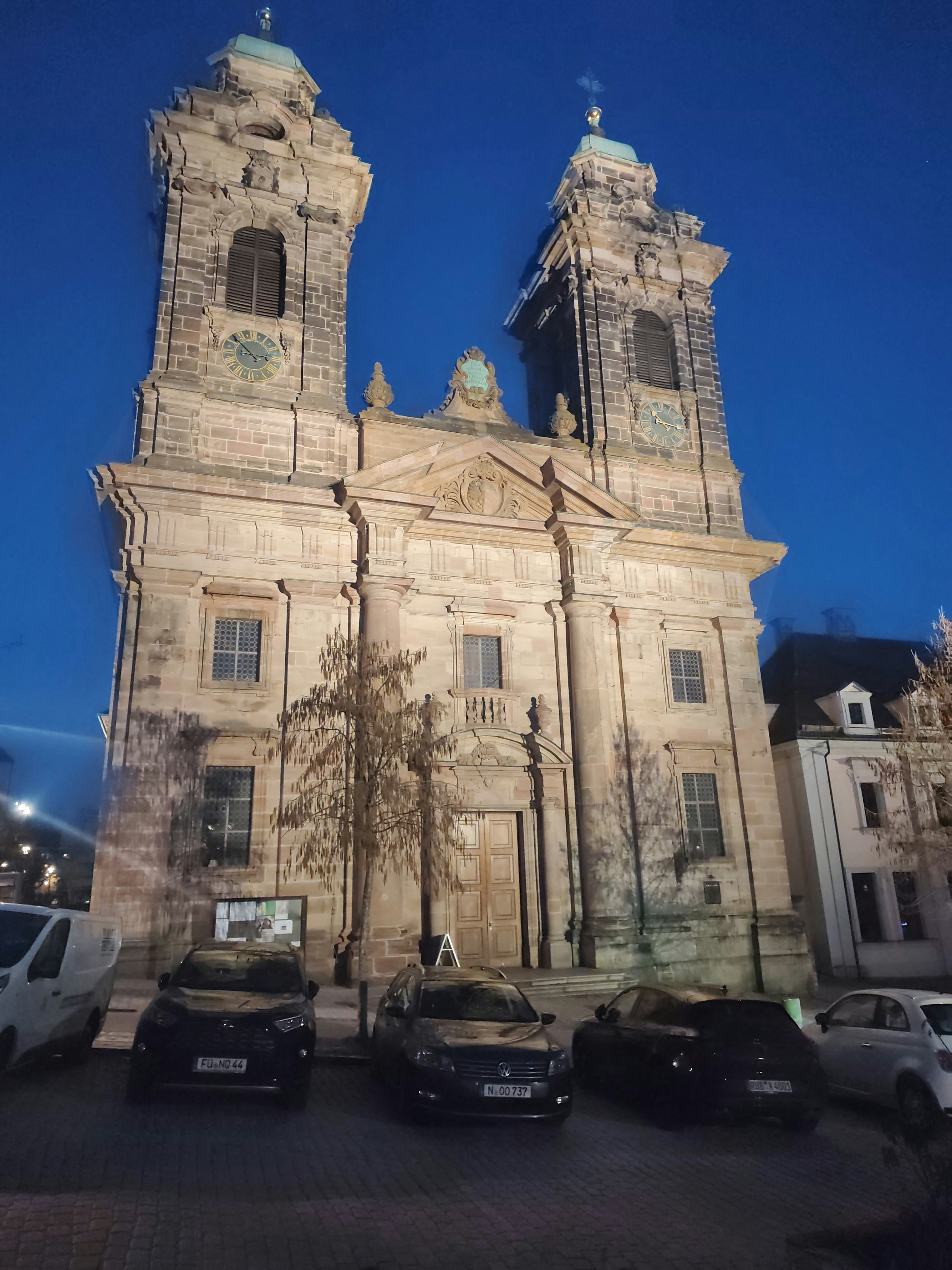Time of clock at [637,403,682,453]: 10:15
